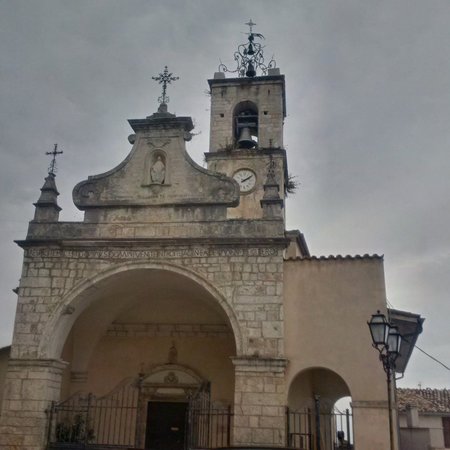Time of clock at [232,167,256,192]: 2:09
